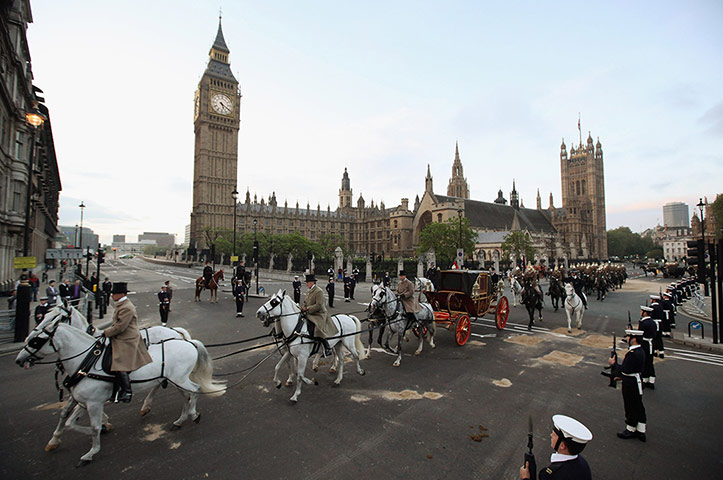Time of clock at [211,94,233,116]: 5:20
